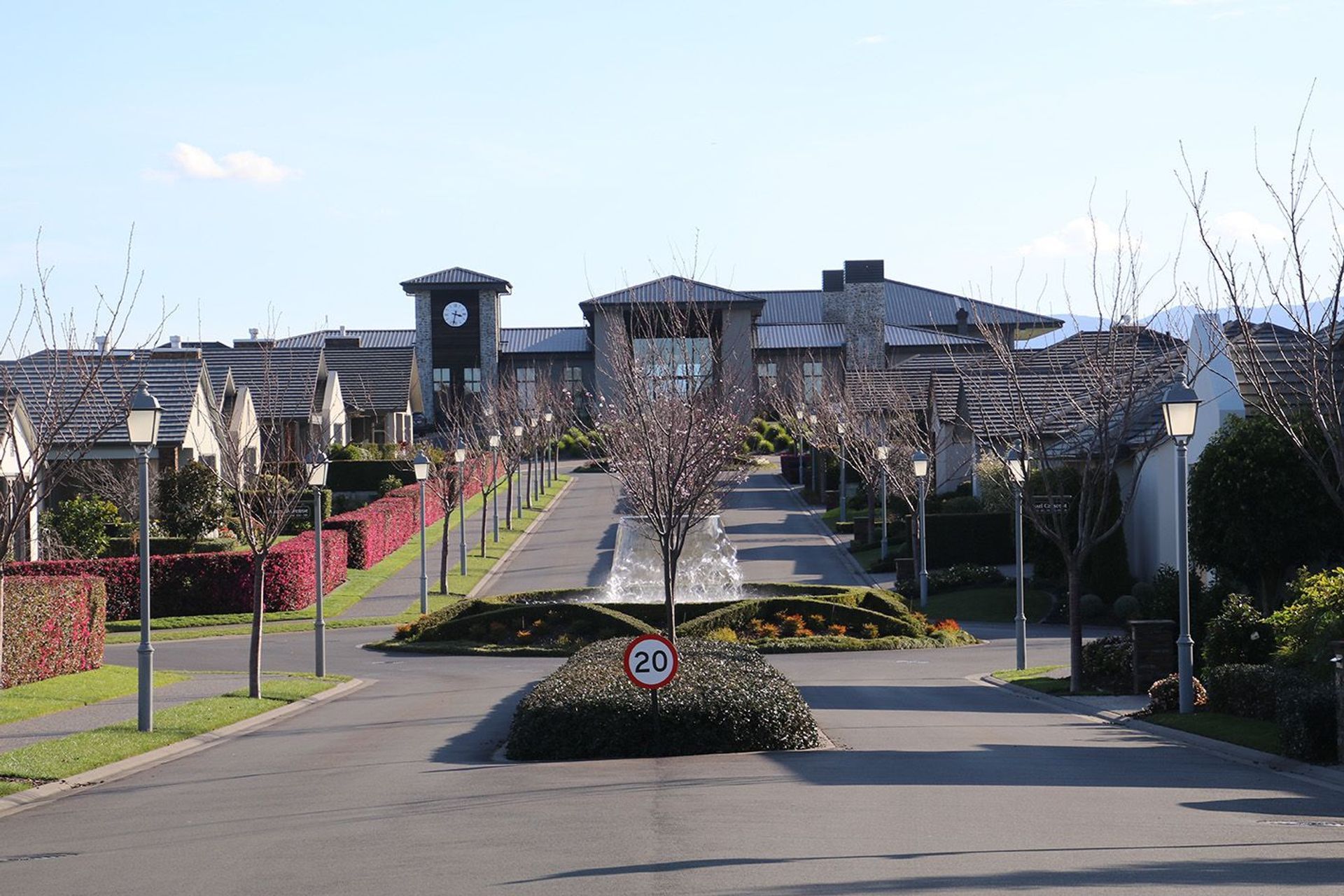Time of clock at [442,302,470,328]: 3:32
